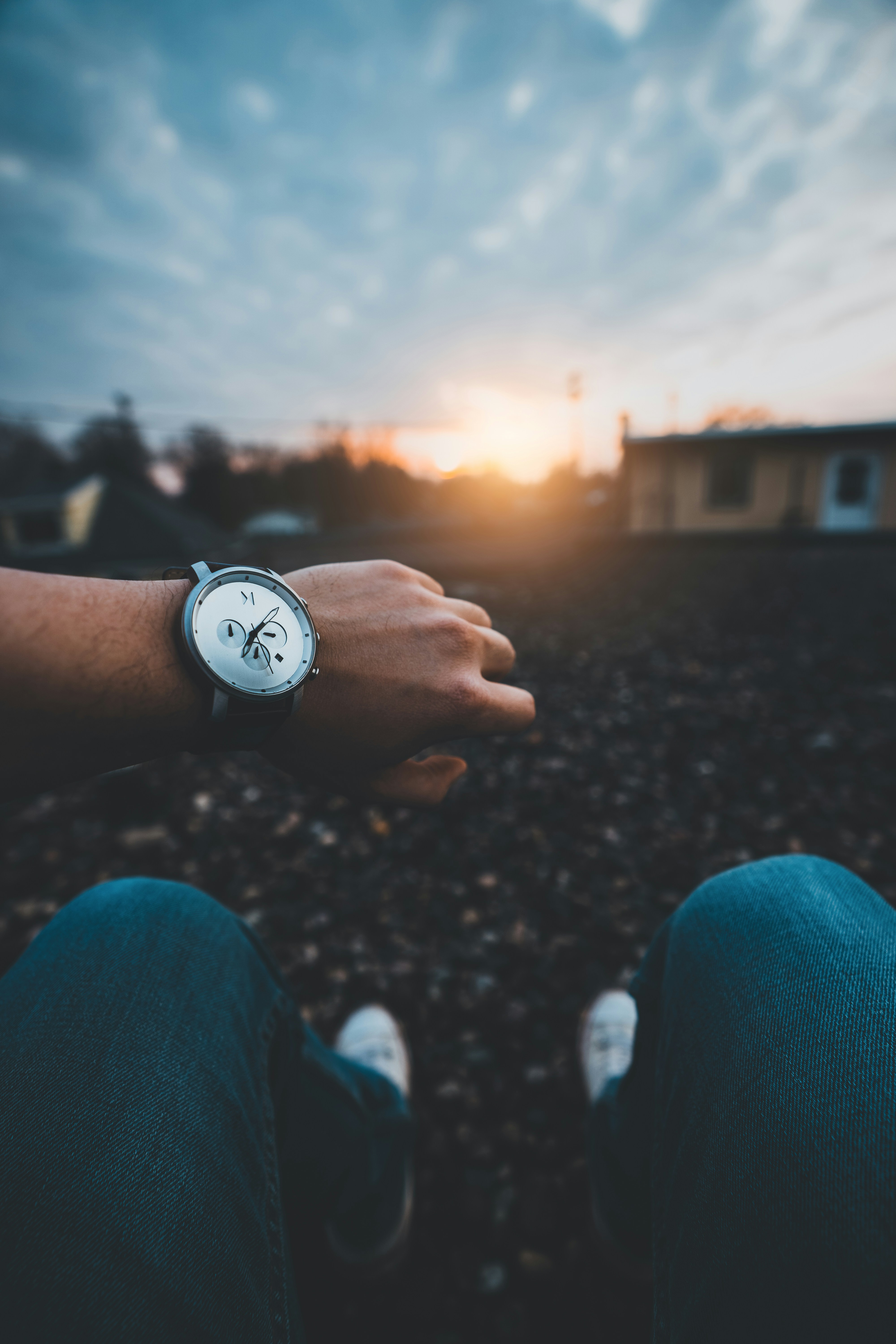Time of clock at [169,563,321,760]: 7:07
